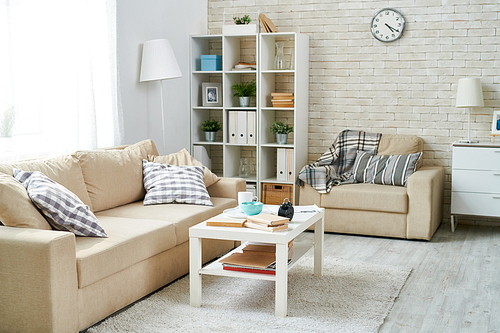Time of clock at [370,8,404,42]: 4:20
